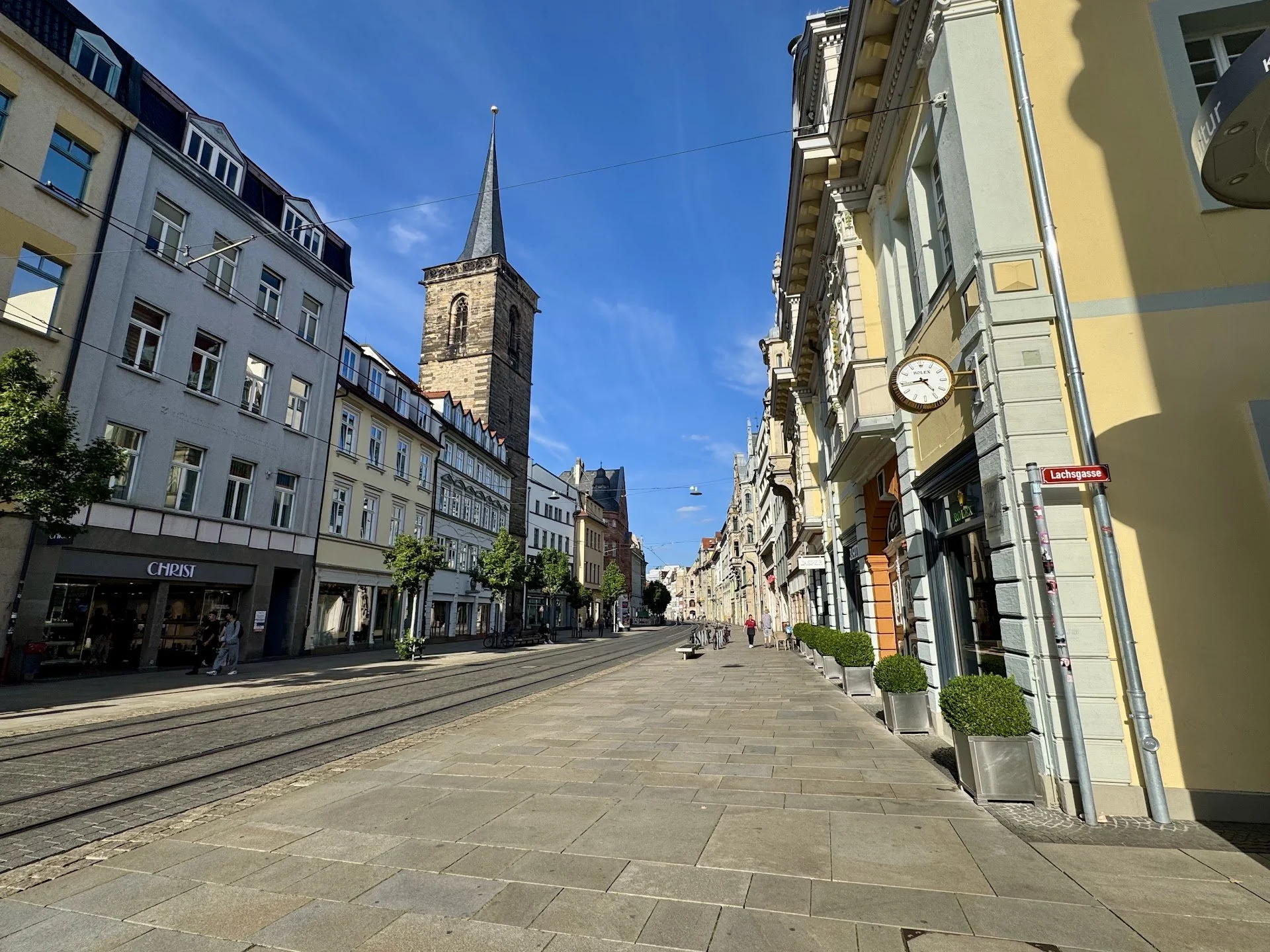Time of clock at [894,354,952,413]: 4:43
